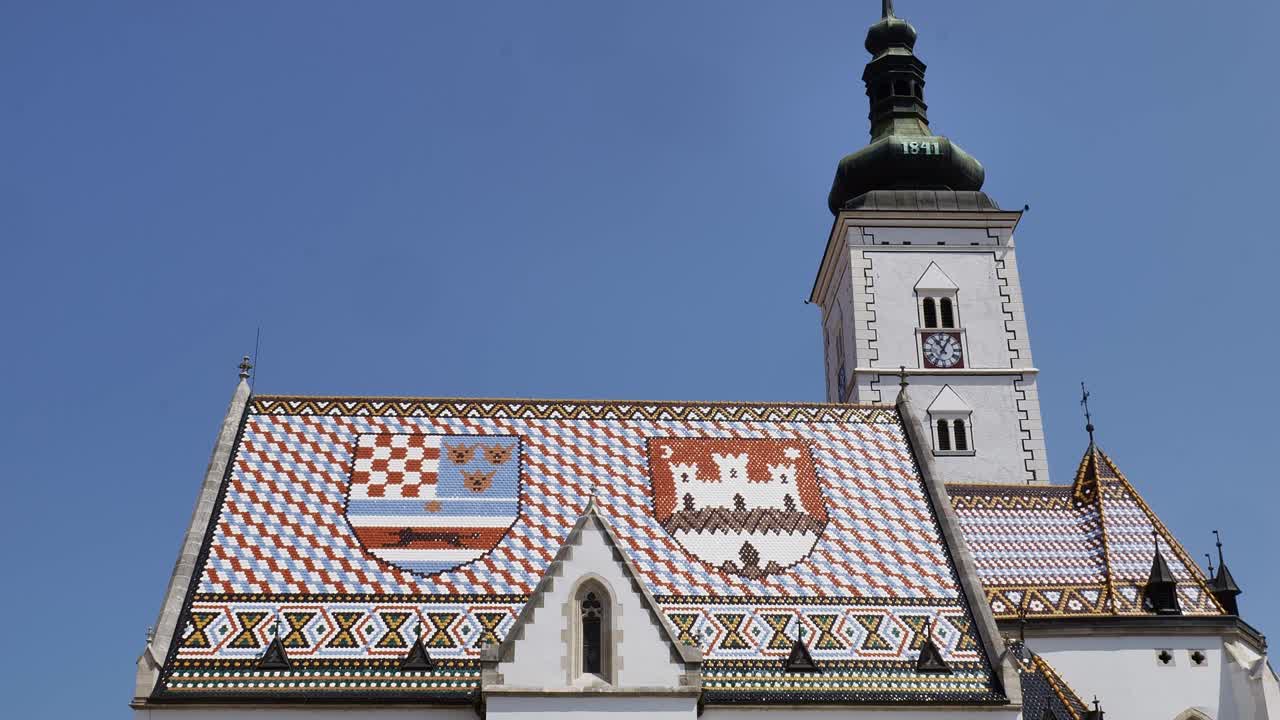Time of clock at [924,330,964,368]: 11:05
